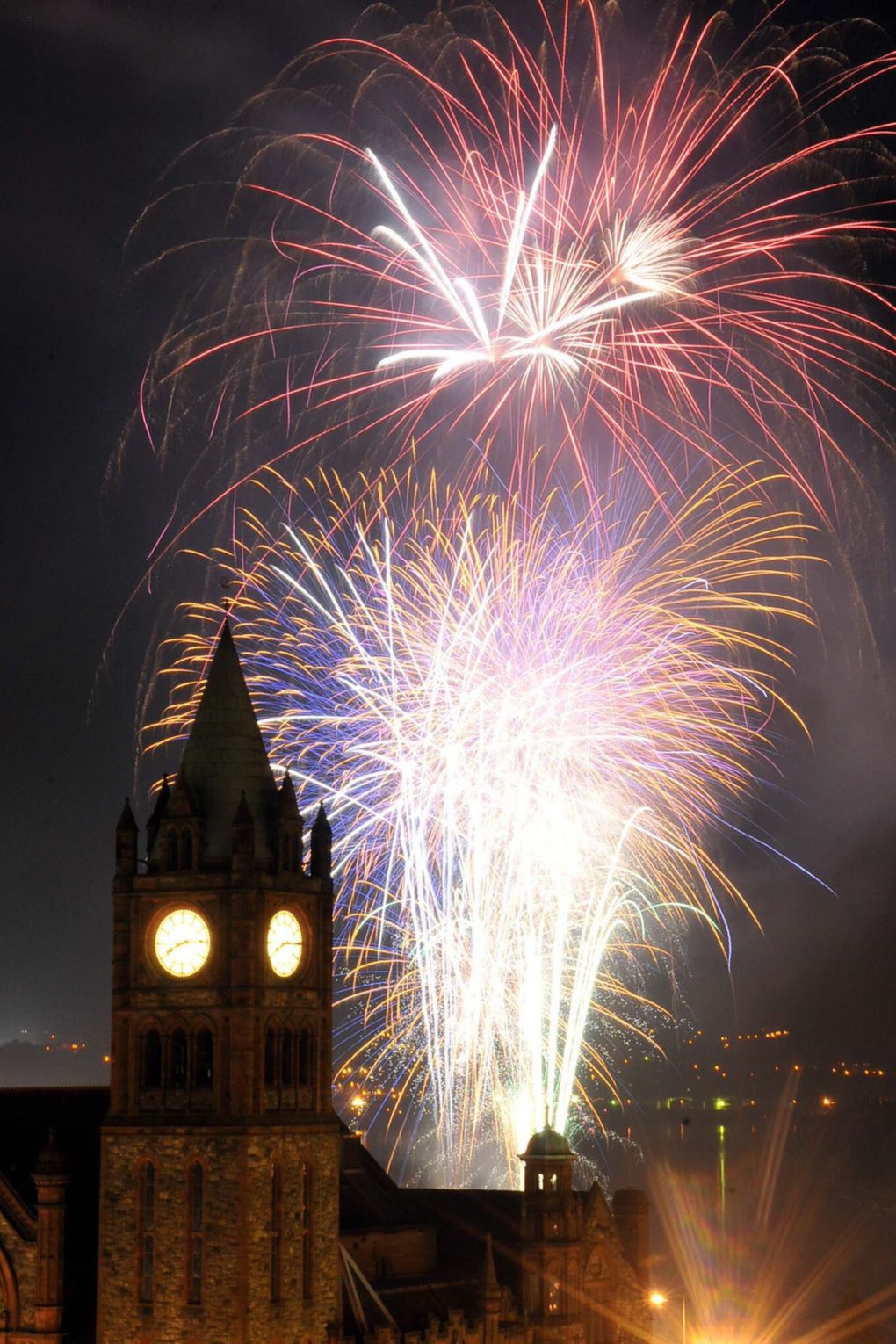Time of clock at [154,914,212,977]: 8:14
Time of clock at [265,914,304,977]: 8:14
